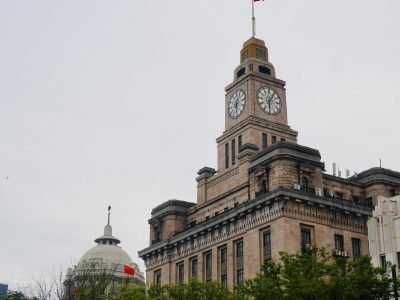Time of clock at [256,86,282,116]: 6:05
